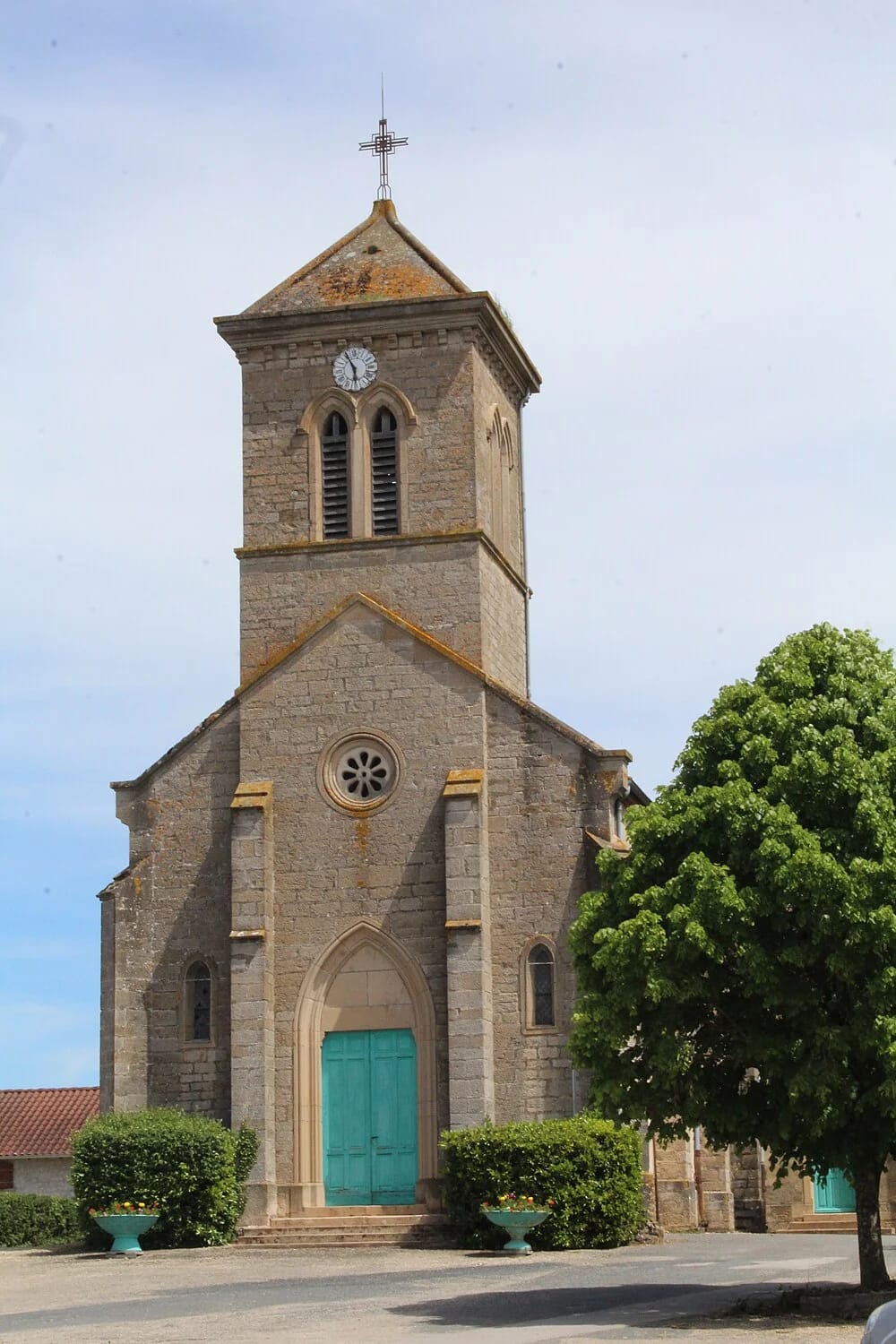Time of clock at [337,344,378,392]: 5:55
